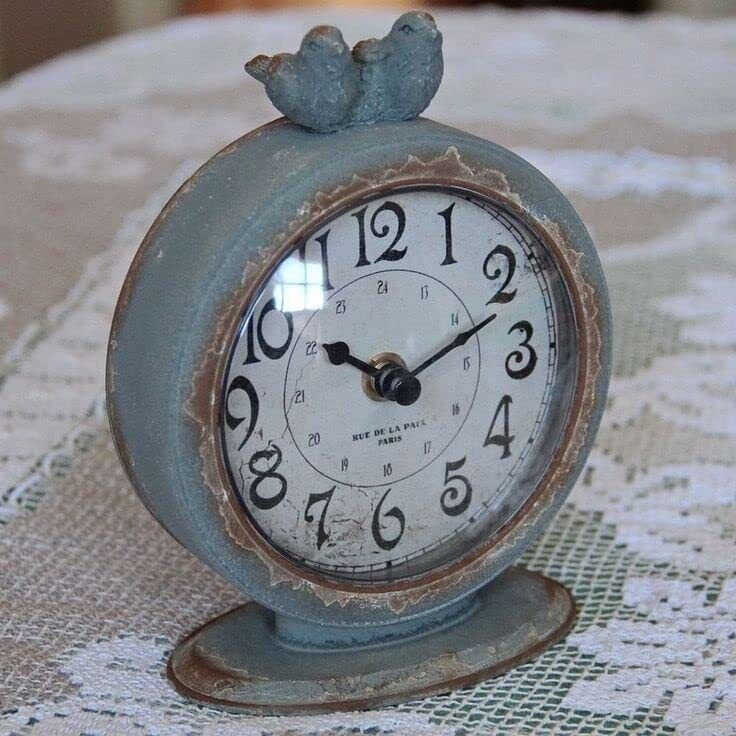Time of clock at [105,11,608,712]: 10:11
